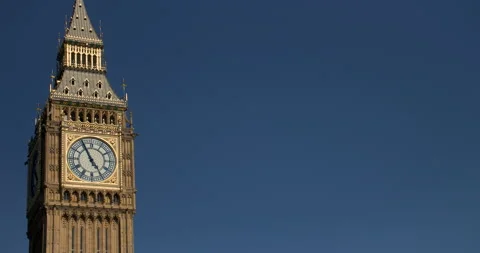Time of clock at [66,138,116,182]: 4:55
